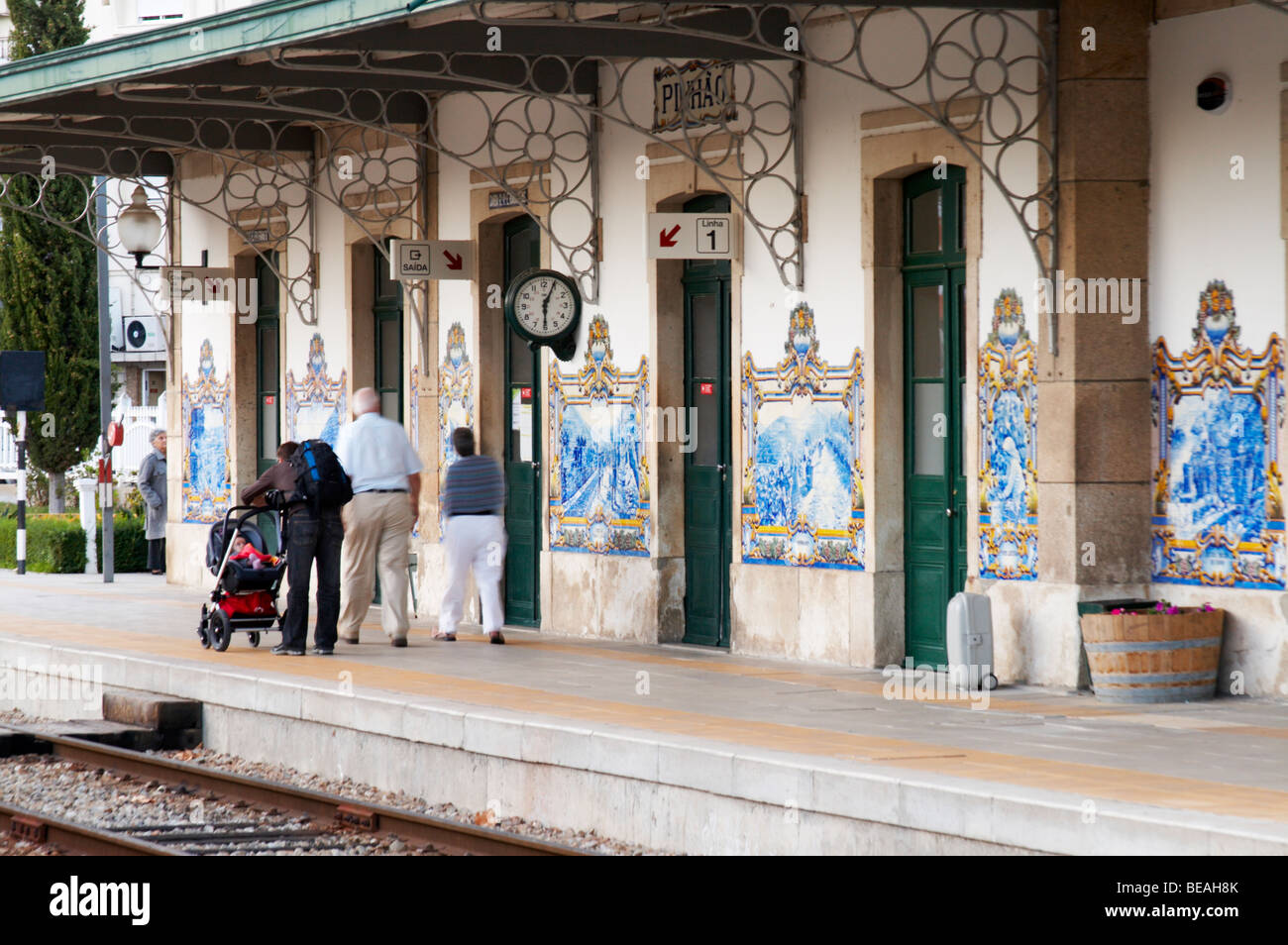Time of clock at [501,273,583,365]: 6:04
